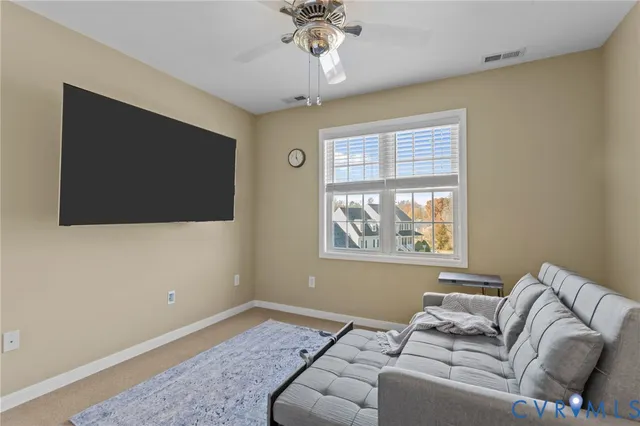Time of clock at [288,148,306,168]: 4:59
